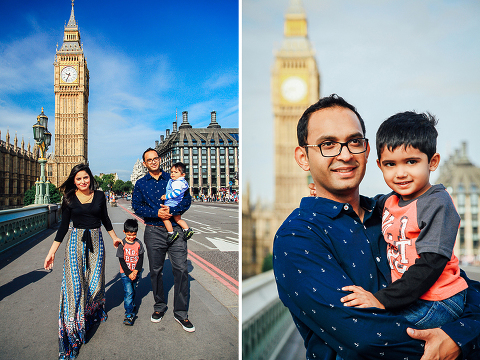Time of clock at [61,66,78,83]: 9:34
